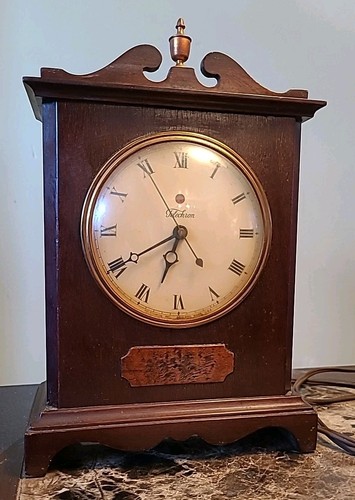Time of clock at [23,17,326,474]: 6:40
